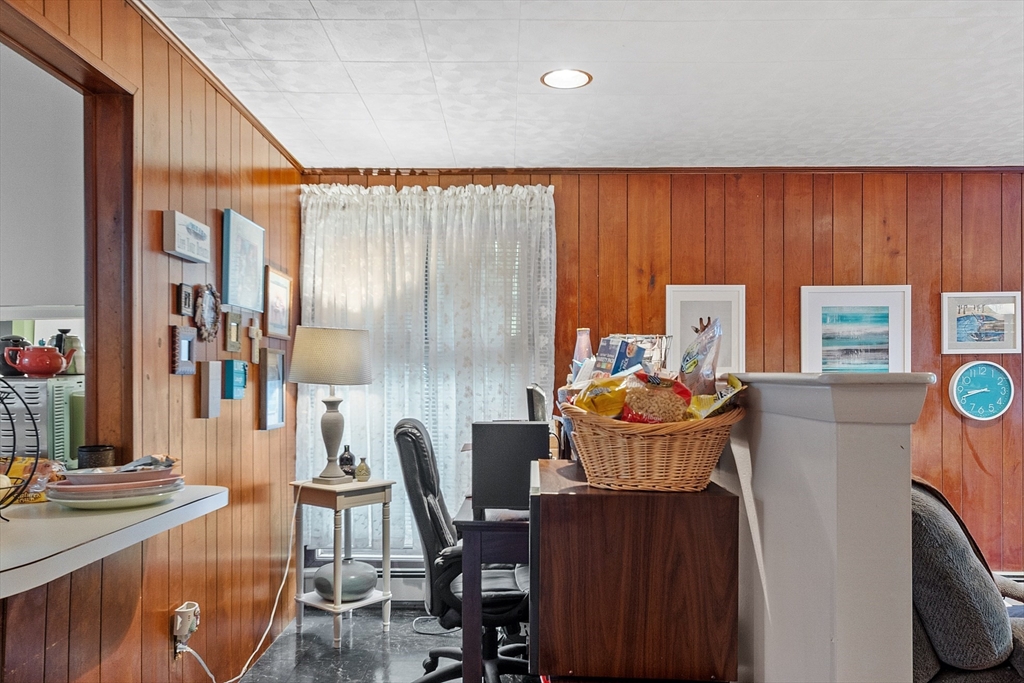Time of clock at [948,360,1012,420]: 8:41
